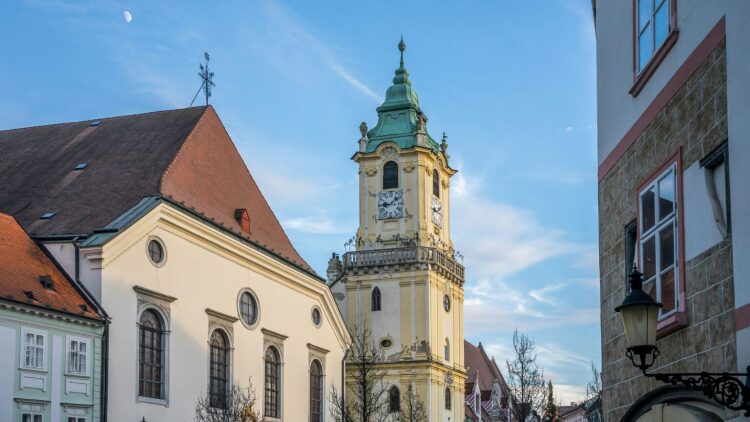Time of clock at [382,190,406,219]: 9:08
